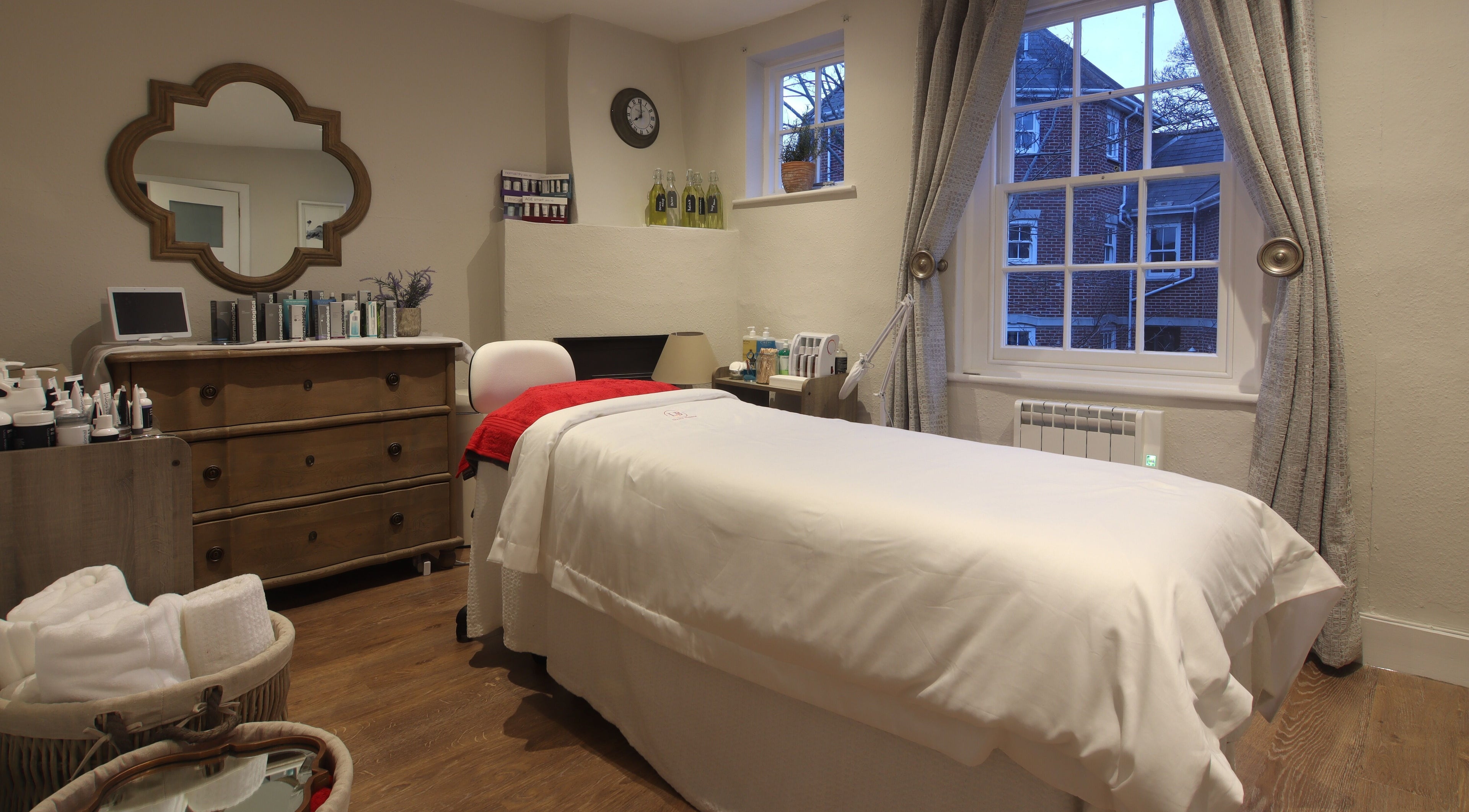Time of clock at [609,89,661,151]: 8:00
